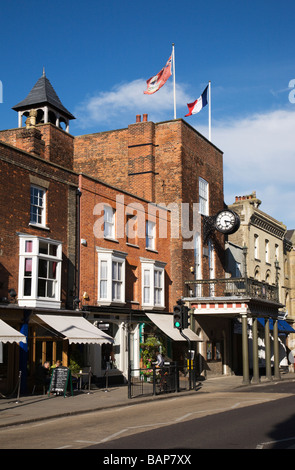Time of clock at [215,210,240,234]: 5:17
